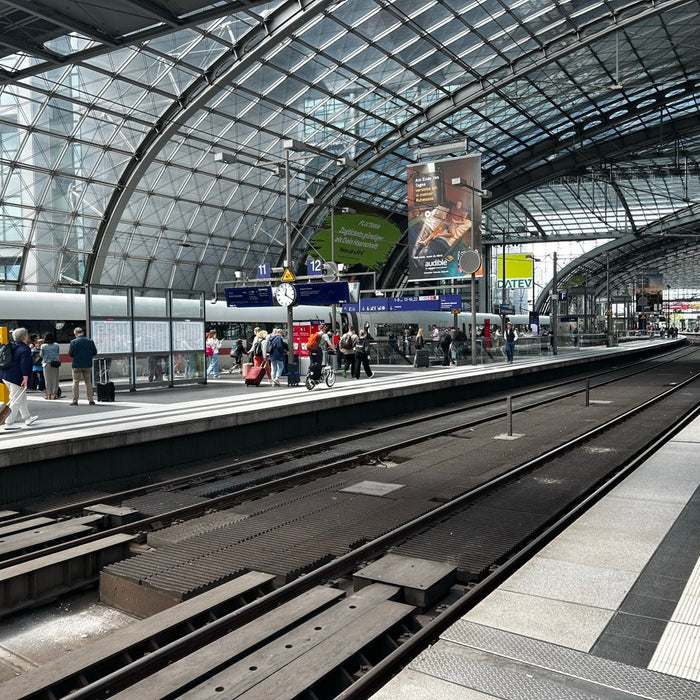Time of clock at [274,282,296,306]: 12:20
